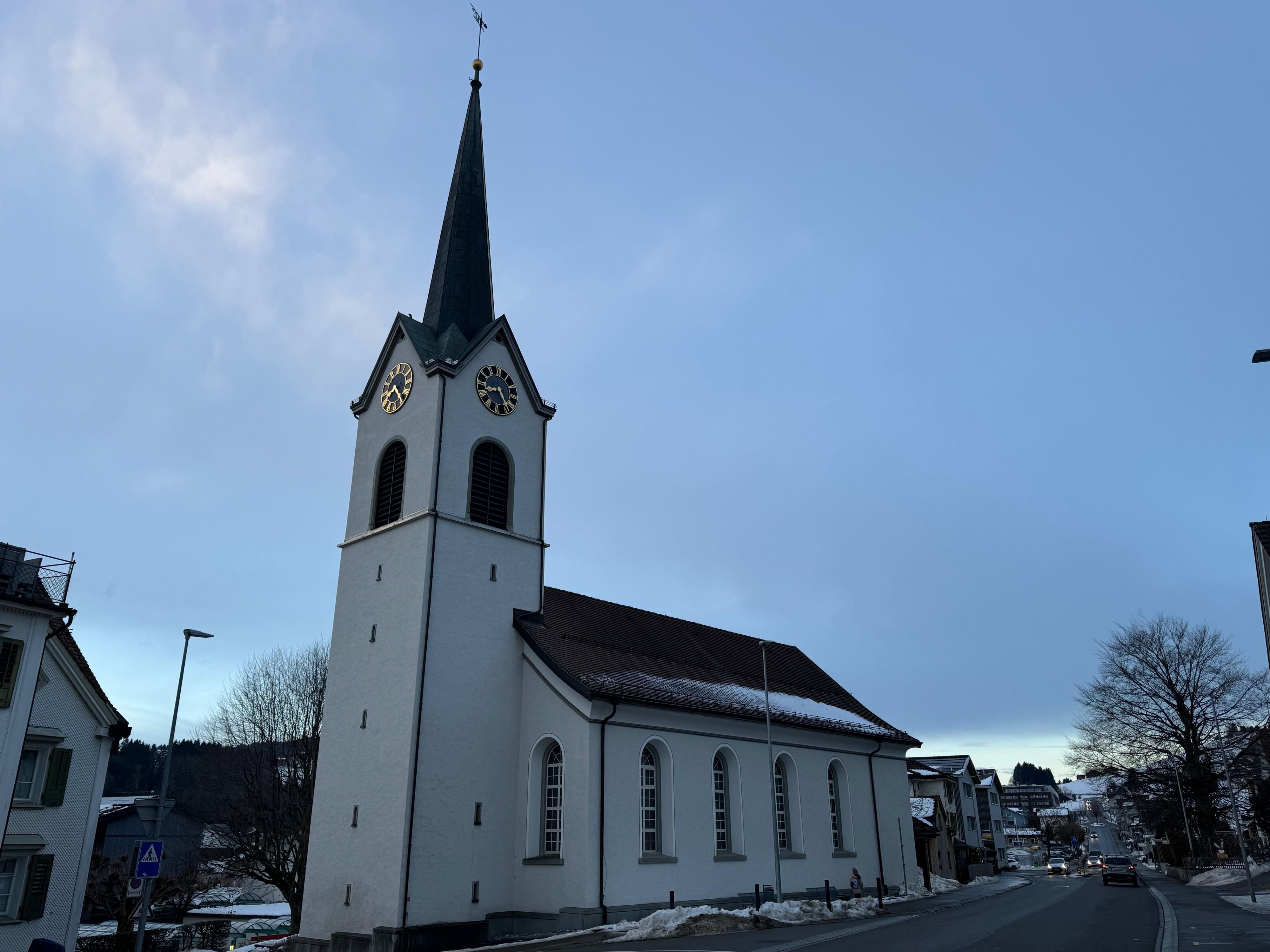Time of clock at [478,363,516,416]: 8:23
